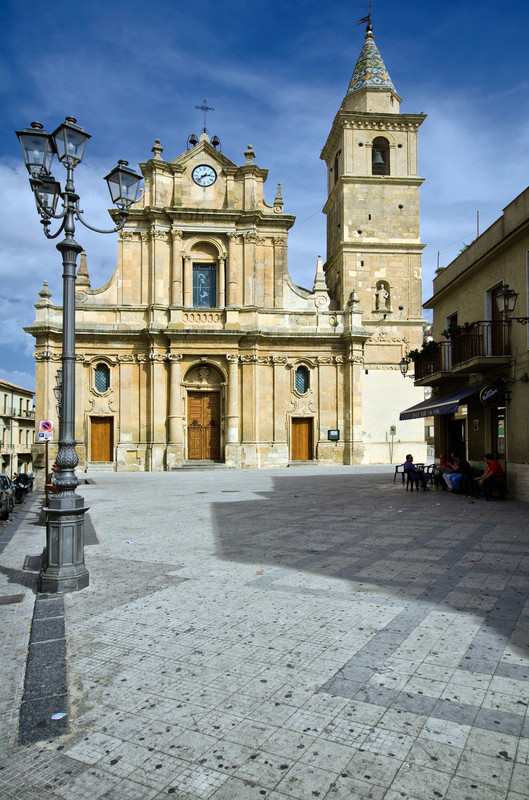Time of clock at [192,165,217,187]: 2:38
